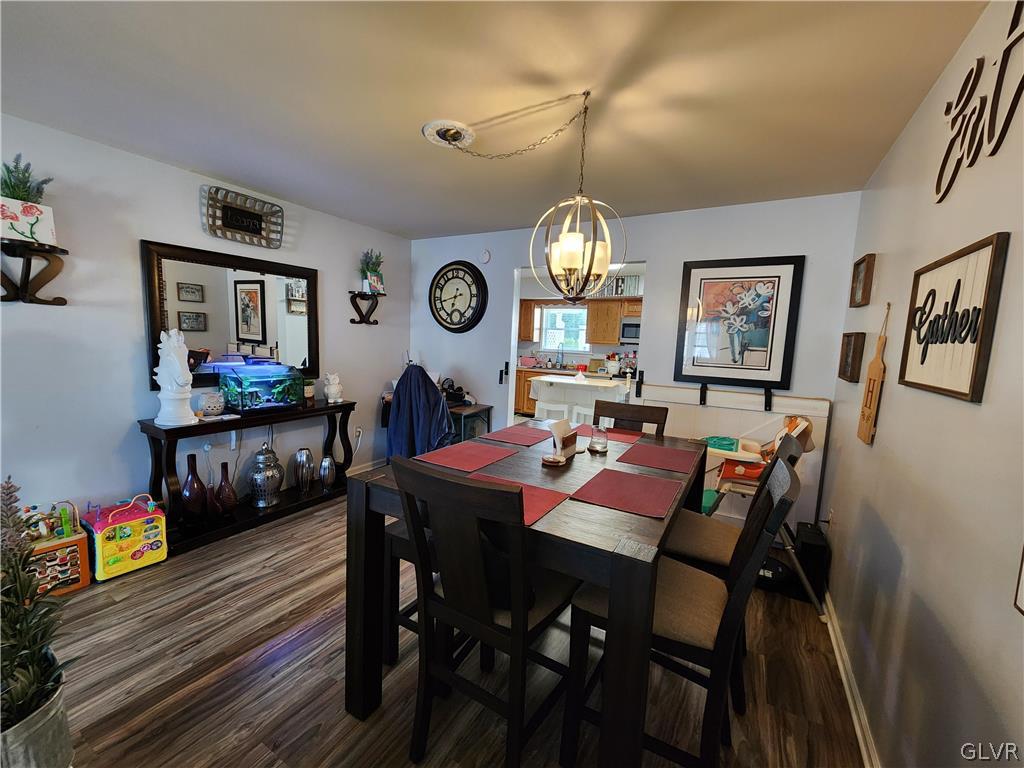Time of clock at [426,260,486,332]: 6:43
